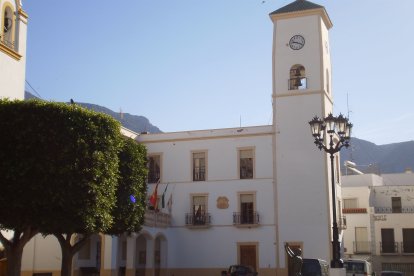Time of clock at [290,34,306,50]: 9:18
